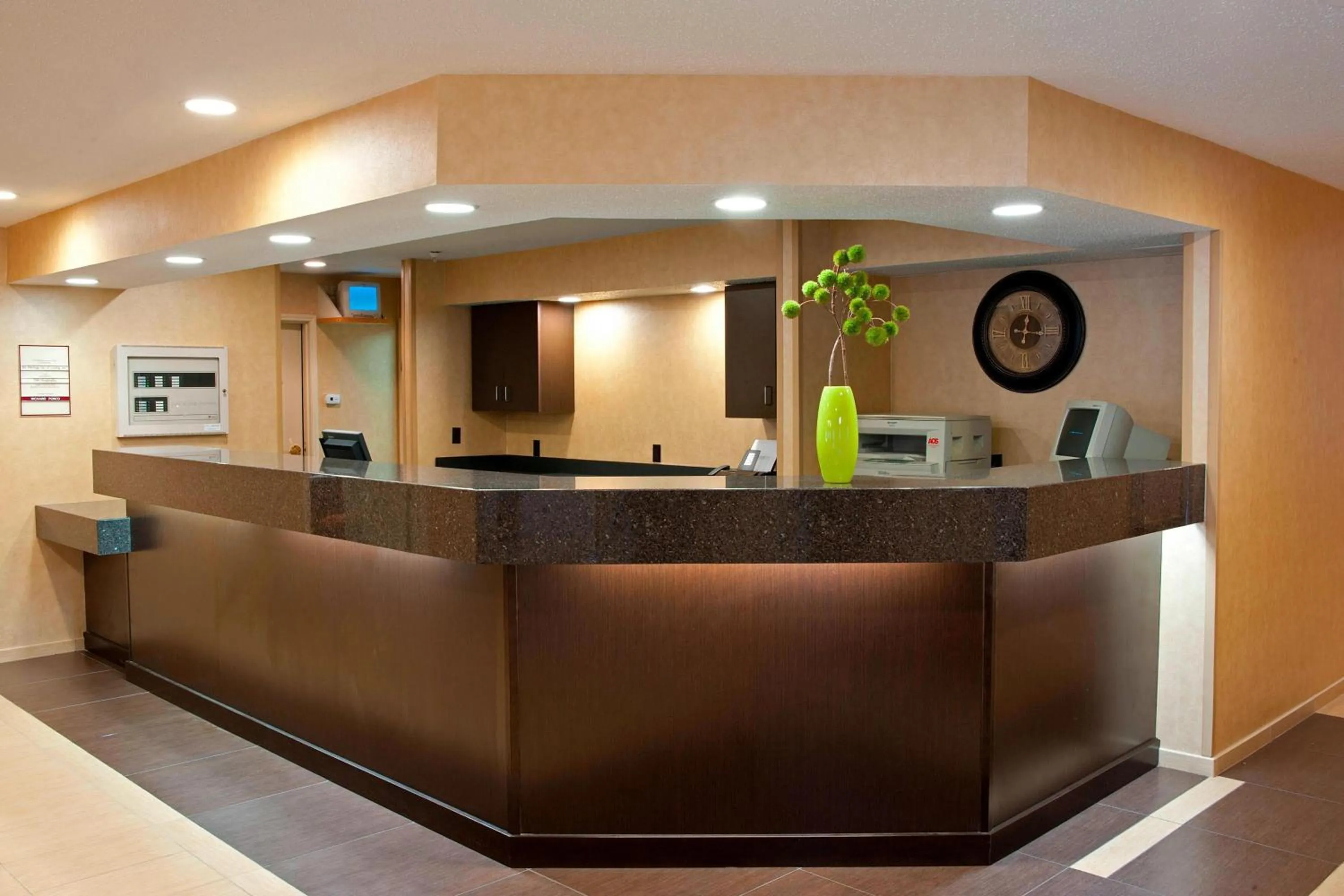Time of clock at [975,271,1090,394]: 12:16
